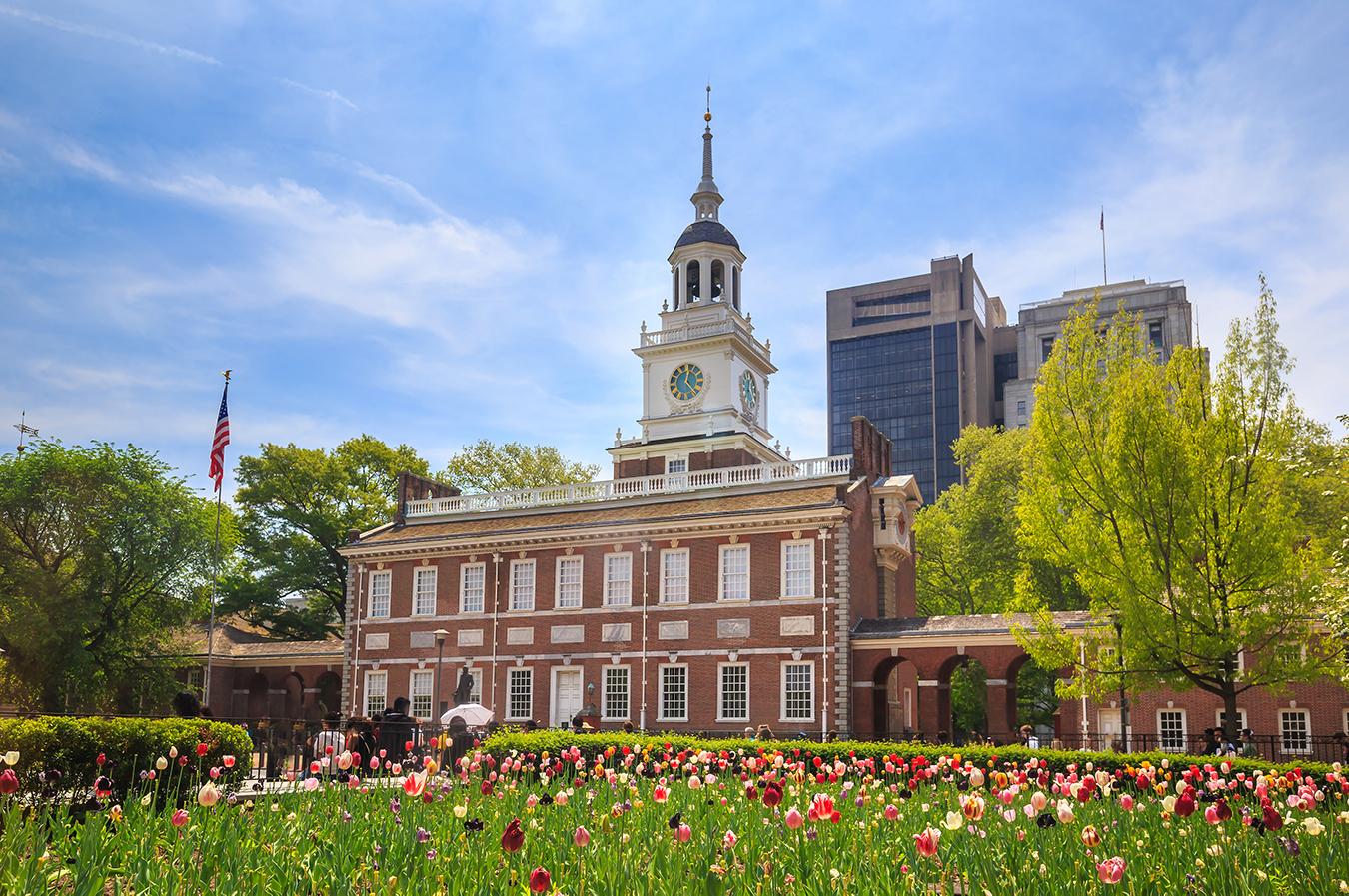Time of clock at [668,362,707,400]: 12:23
